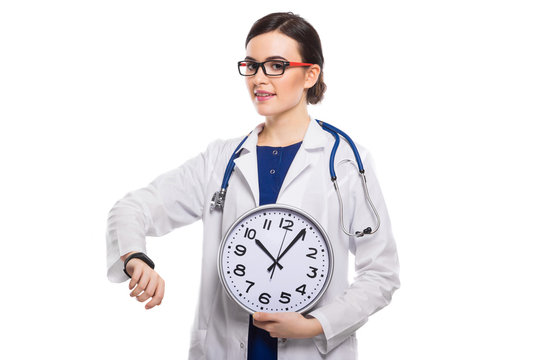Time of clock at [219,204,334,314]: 10:04
